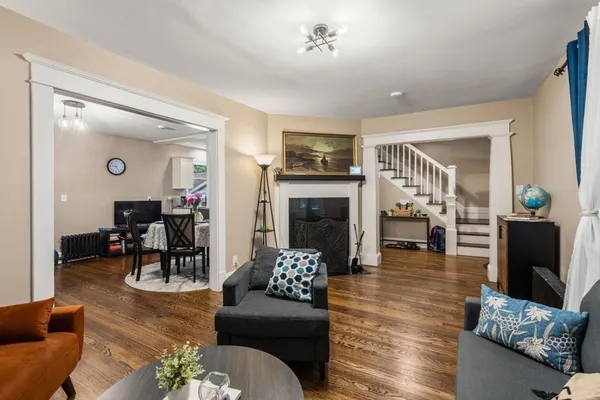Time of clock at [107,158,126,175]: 9:24
